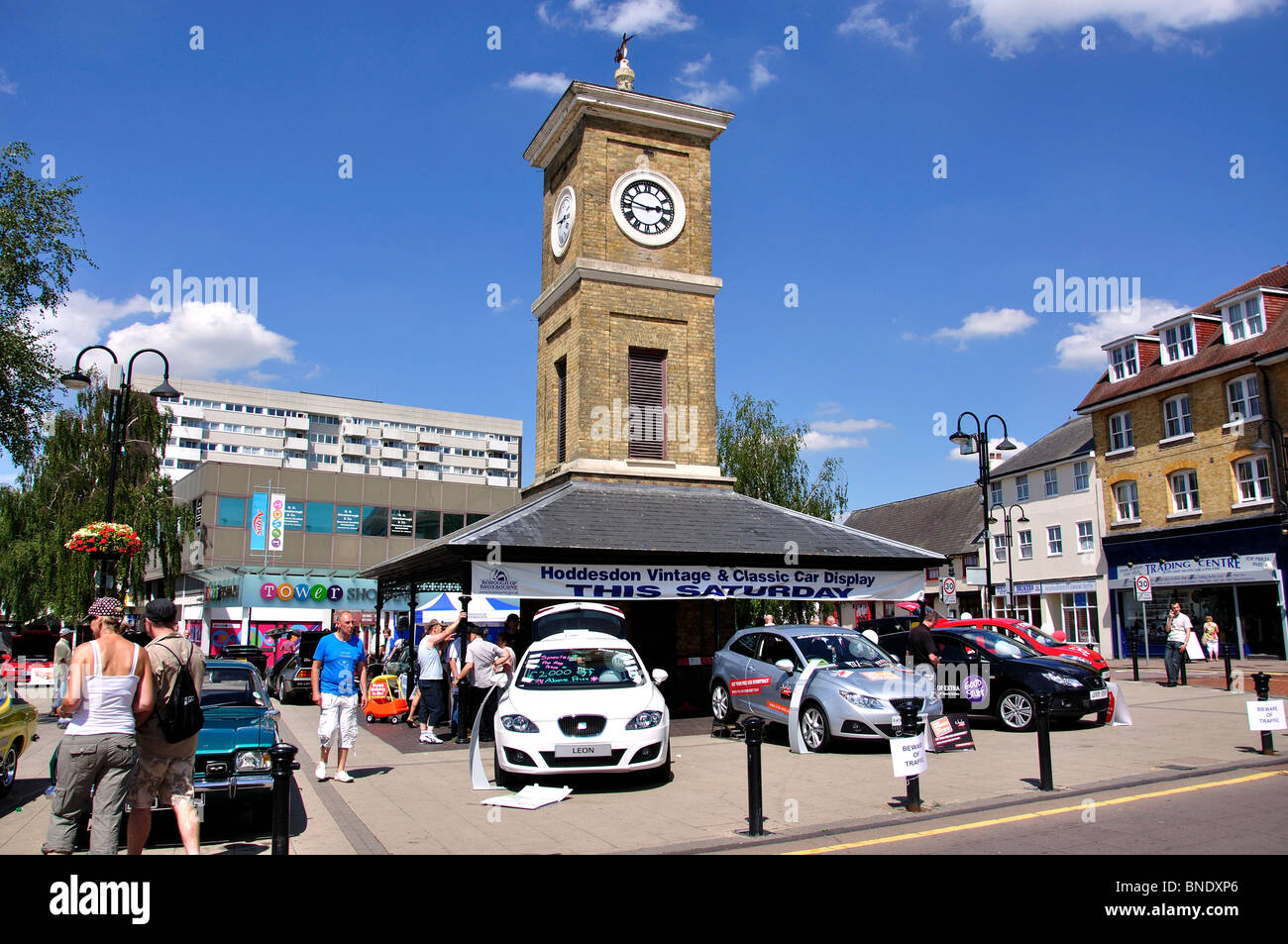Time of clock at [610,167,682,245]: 2:46
